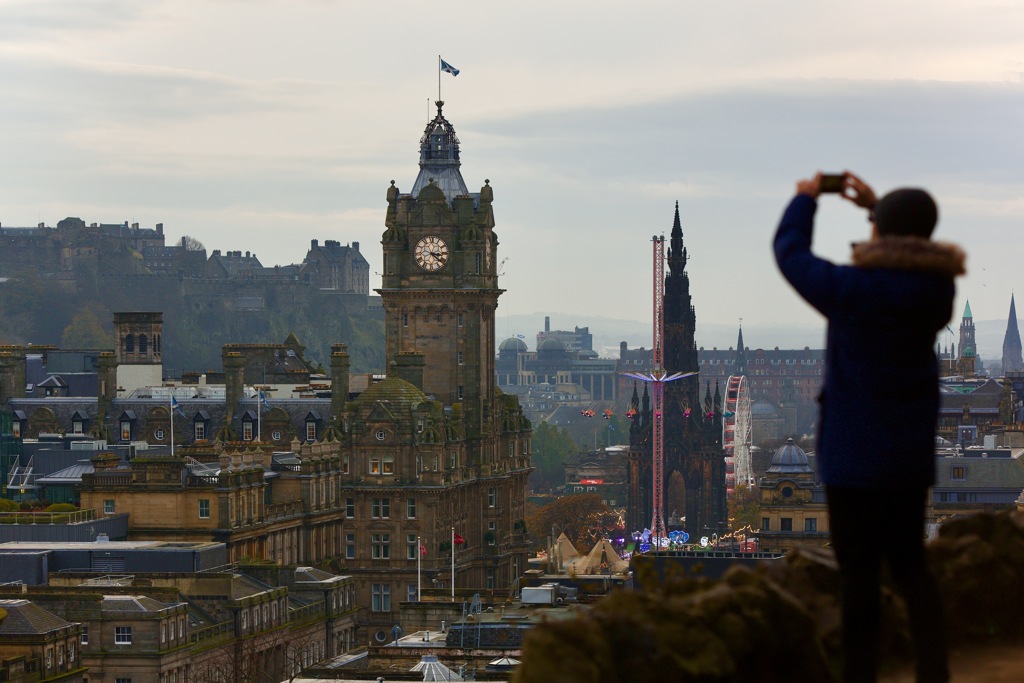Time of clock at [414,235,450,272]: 3:21
